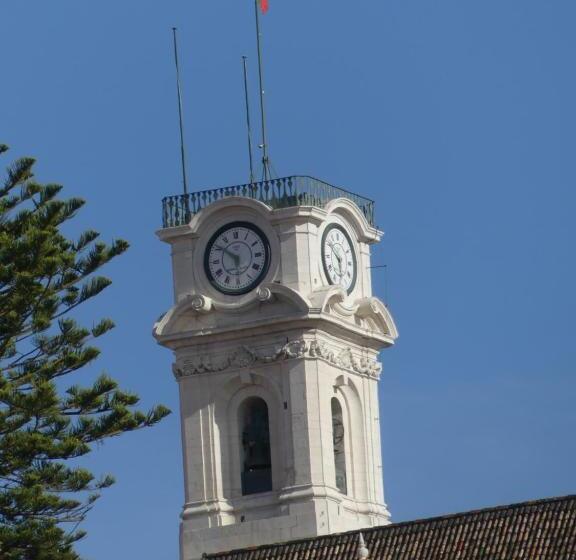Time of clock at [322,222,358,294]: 5:51
